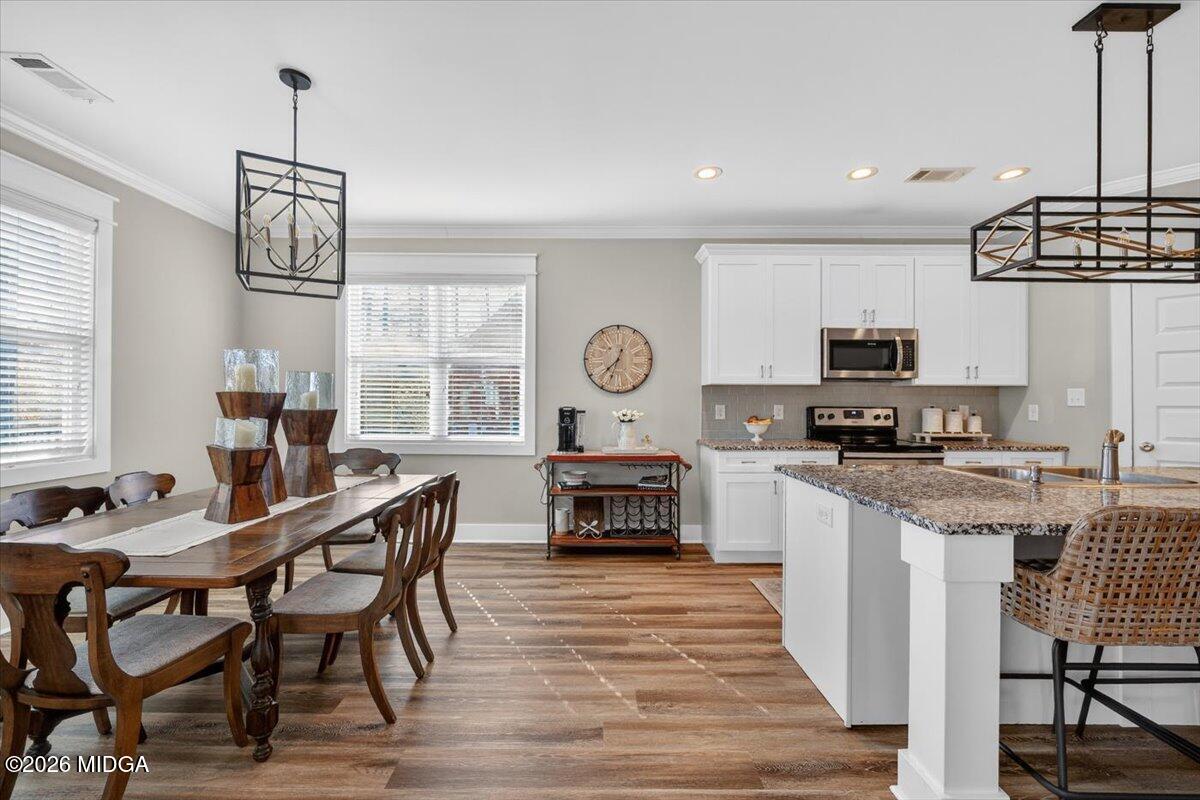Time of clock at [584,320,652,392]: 7:33
